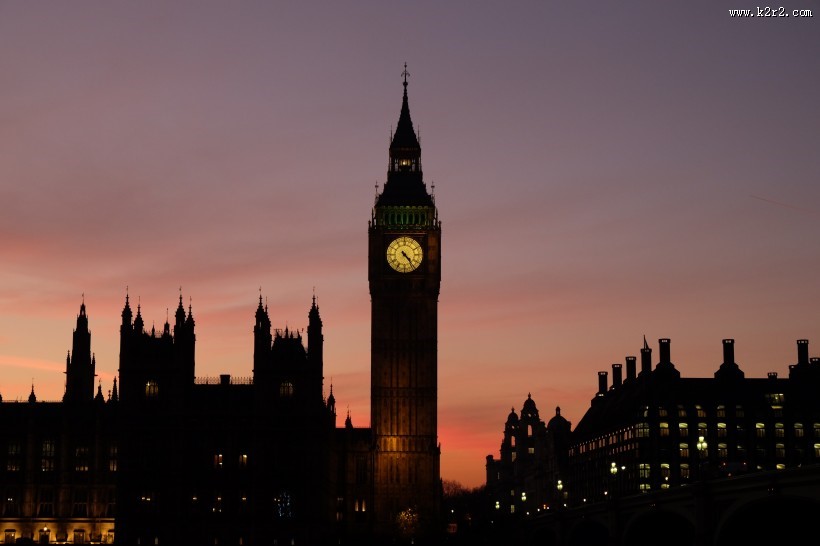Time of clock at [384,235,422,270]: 4:23
